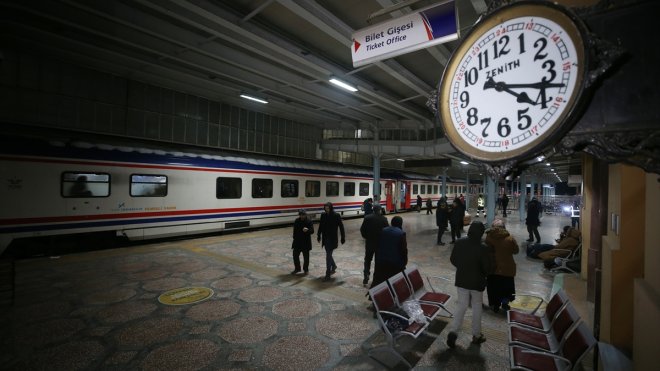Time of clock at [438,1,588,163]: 4:17
